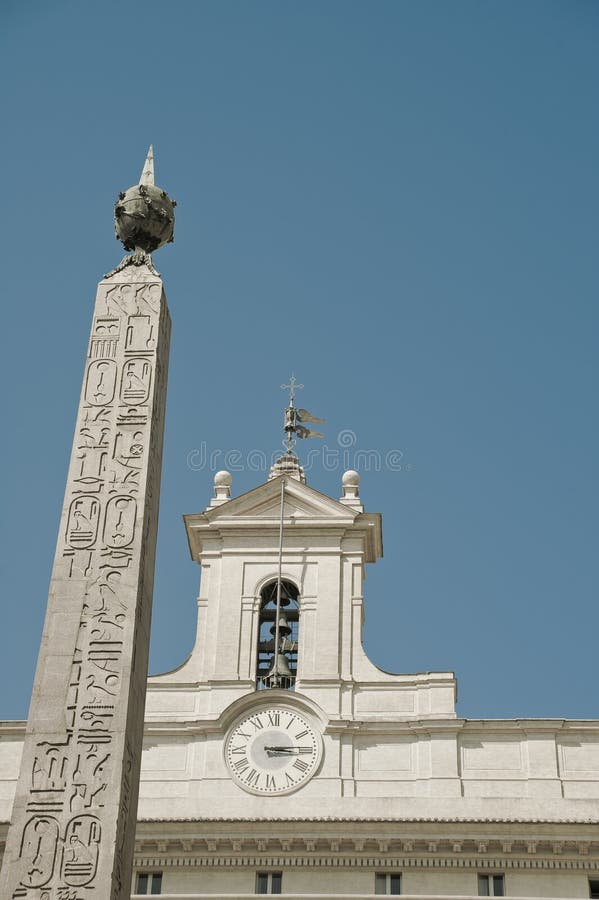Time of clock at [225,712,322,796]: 3:14
